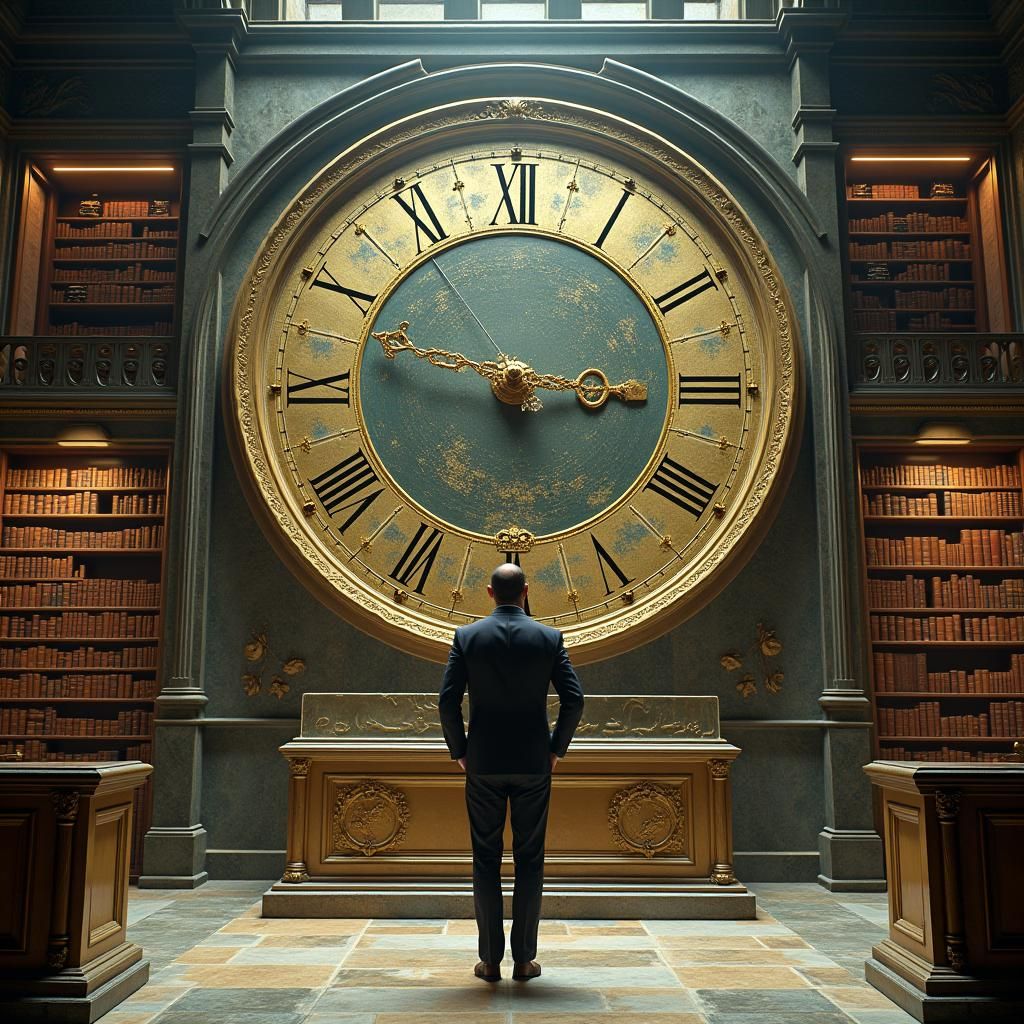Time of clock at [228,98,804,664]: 2:48
